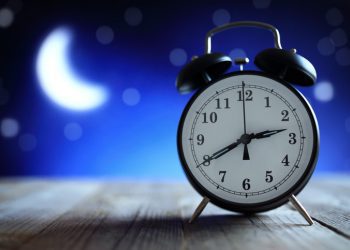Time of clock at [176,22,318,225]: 2:40
